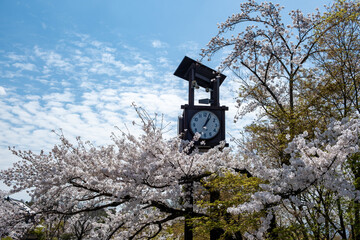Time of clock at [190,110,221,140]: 1:03
